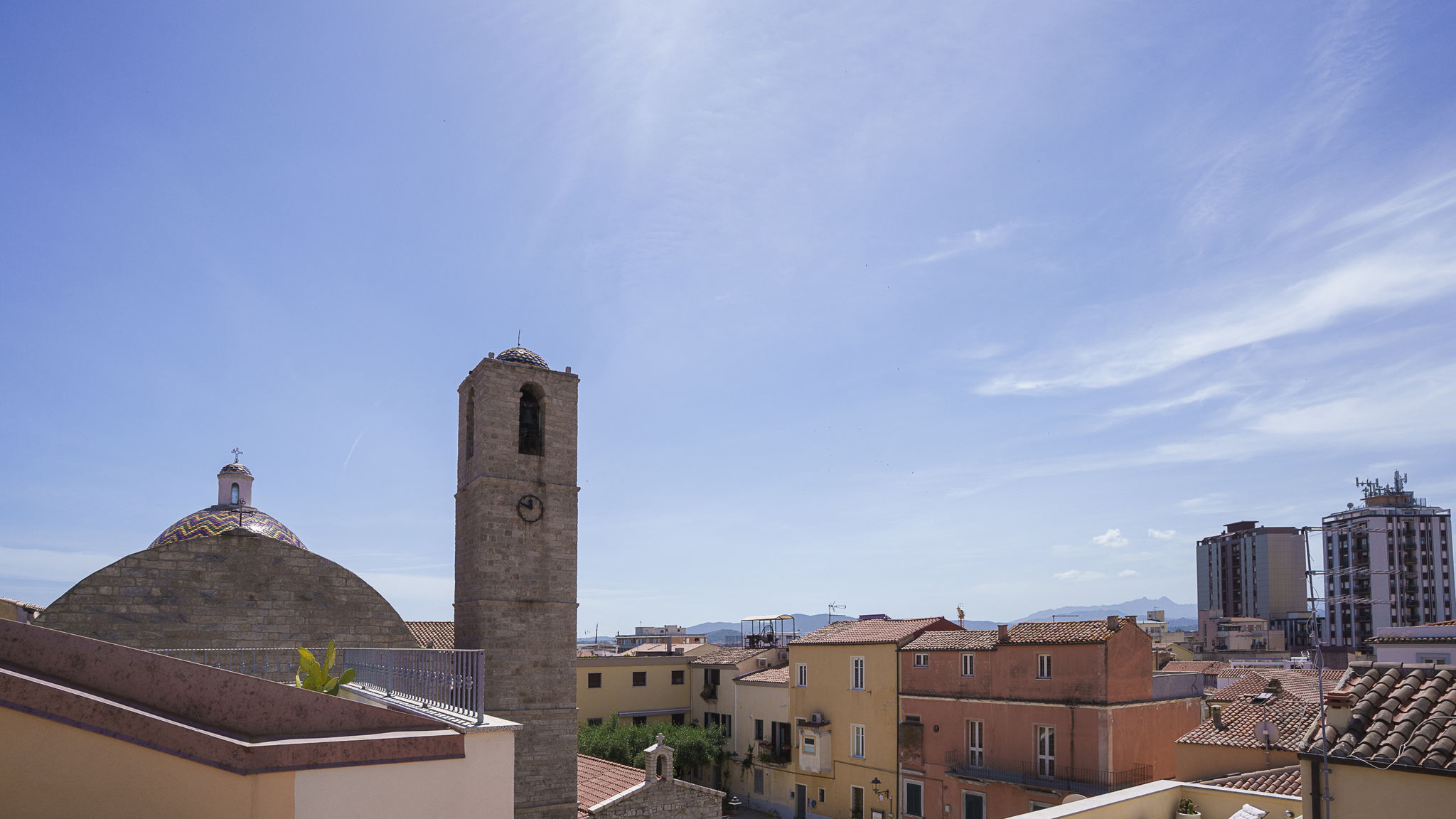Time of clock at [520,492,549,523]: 11:48
